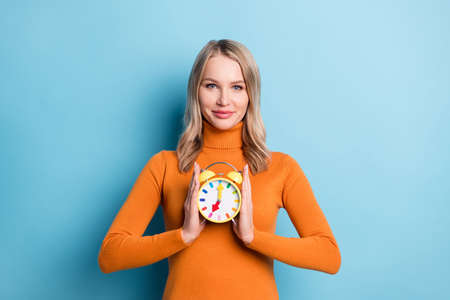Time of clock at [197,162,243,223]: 7:00
